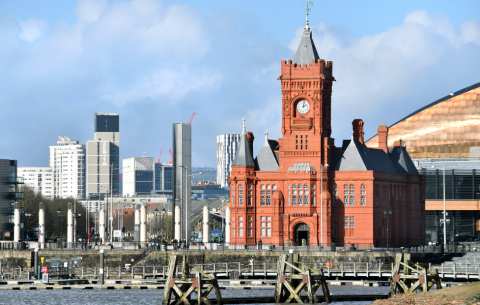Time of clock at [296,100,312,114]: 2:02
